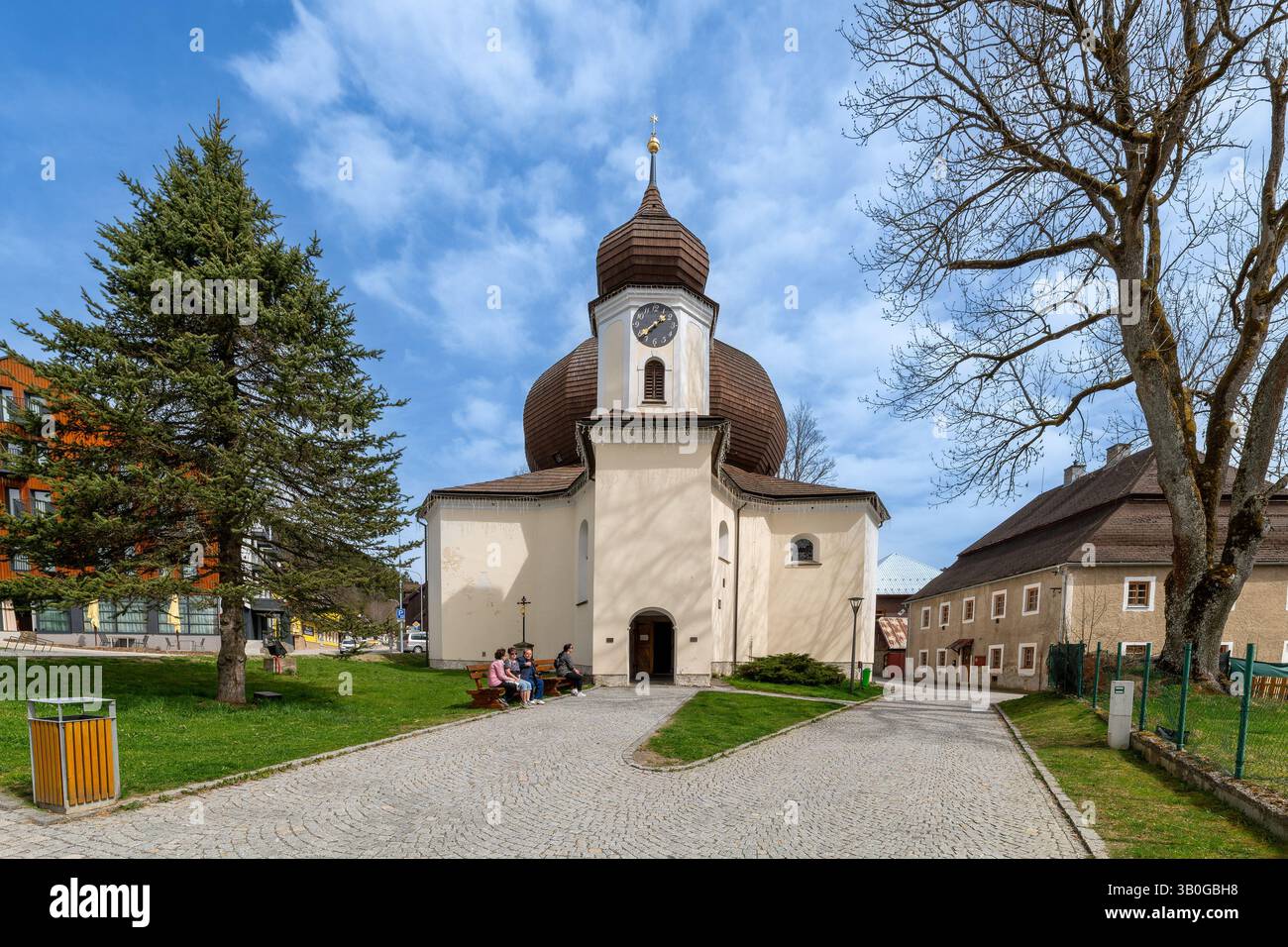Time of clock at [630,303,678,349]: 1:38
